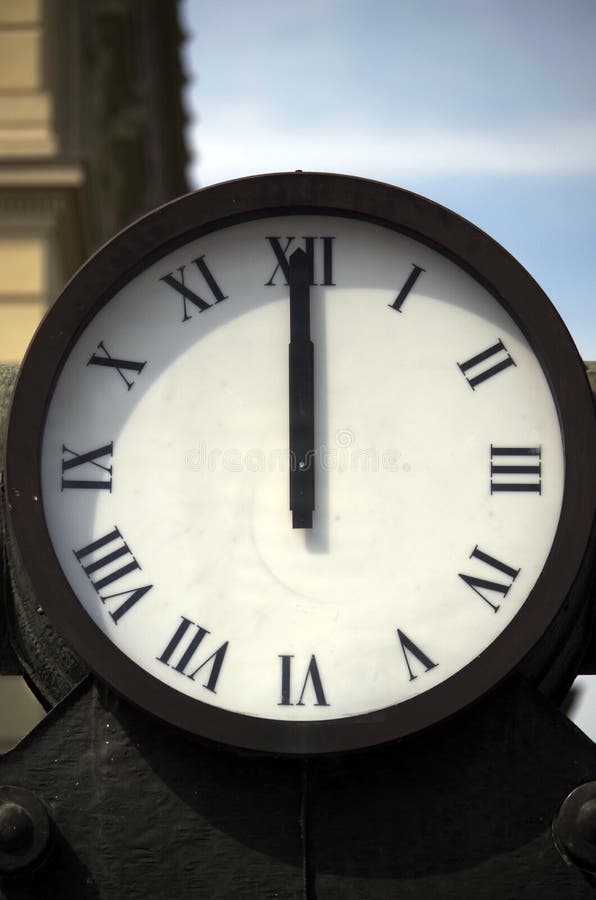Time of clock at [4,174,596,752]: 11:59
